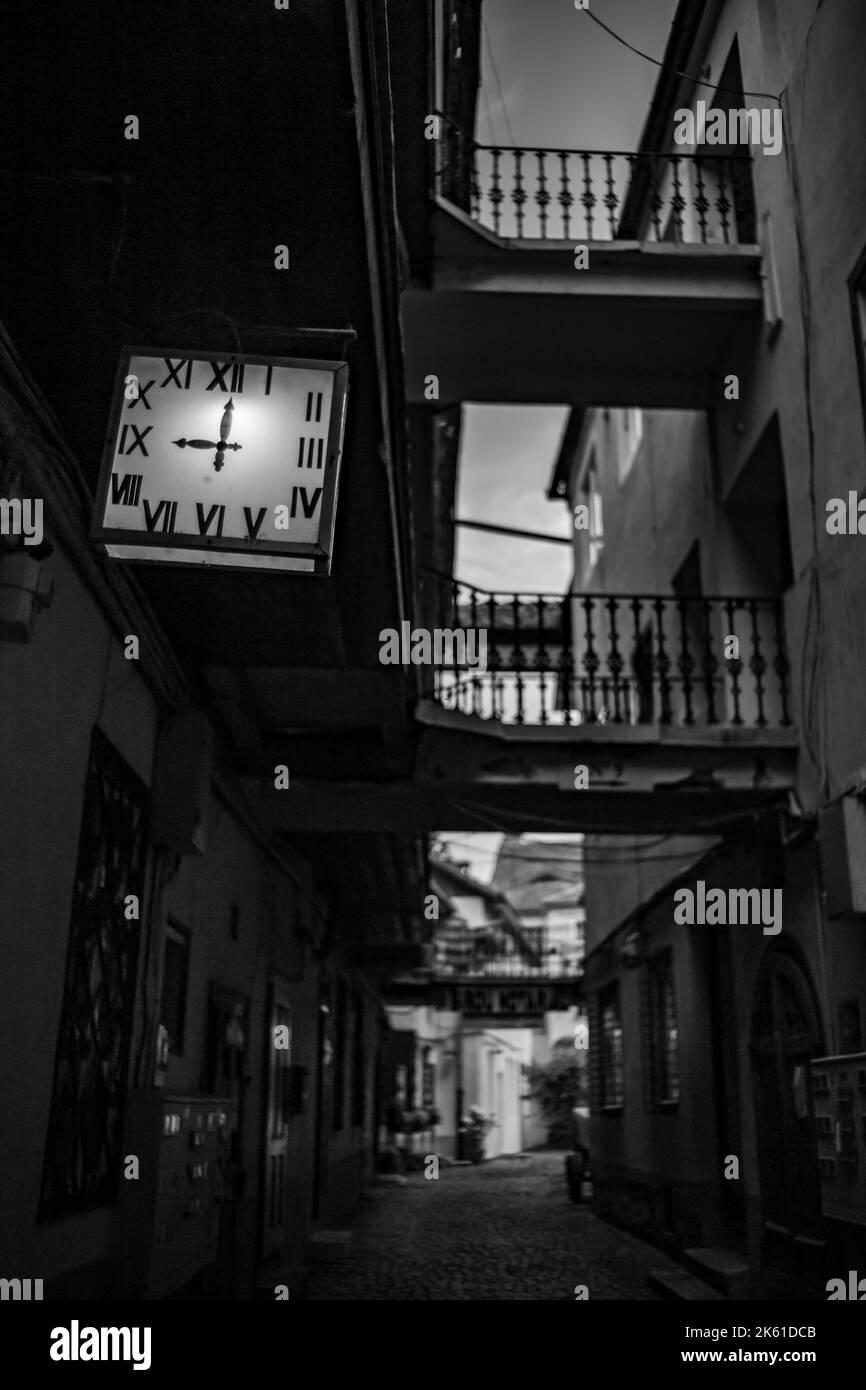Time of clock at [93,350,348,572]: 9:00
